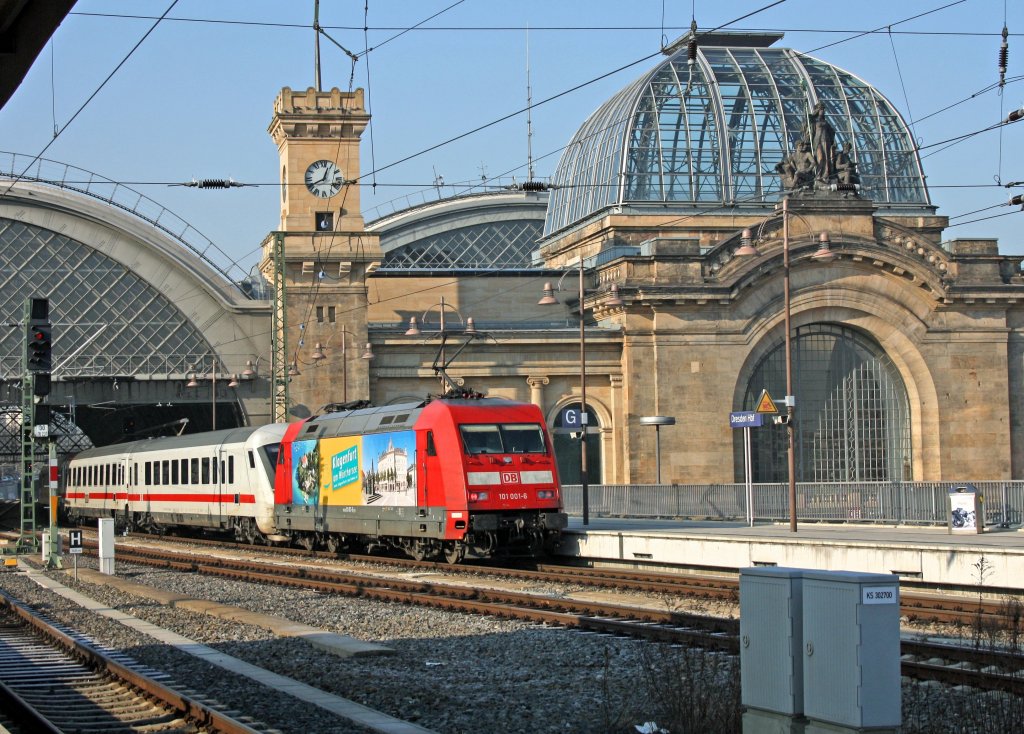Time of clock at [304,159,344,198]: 12:40
